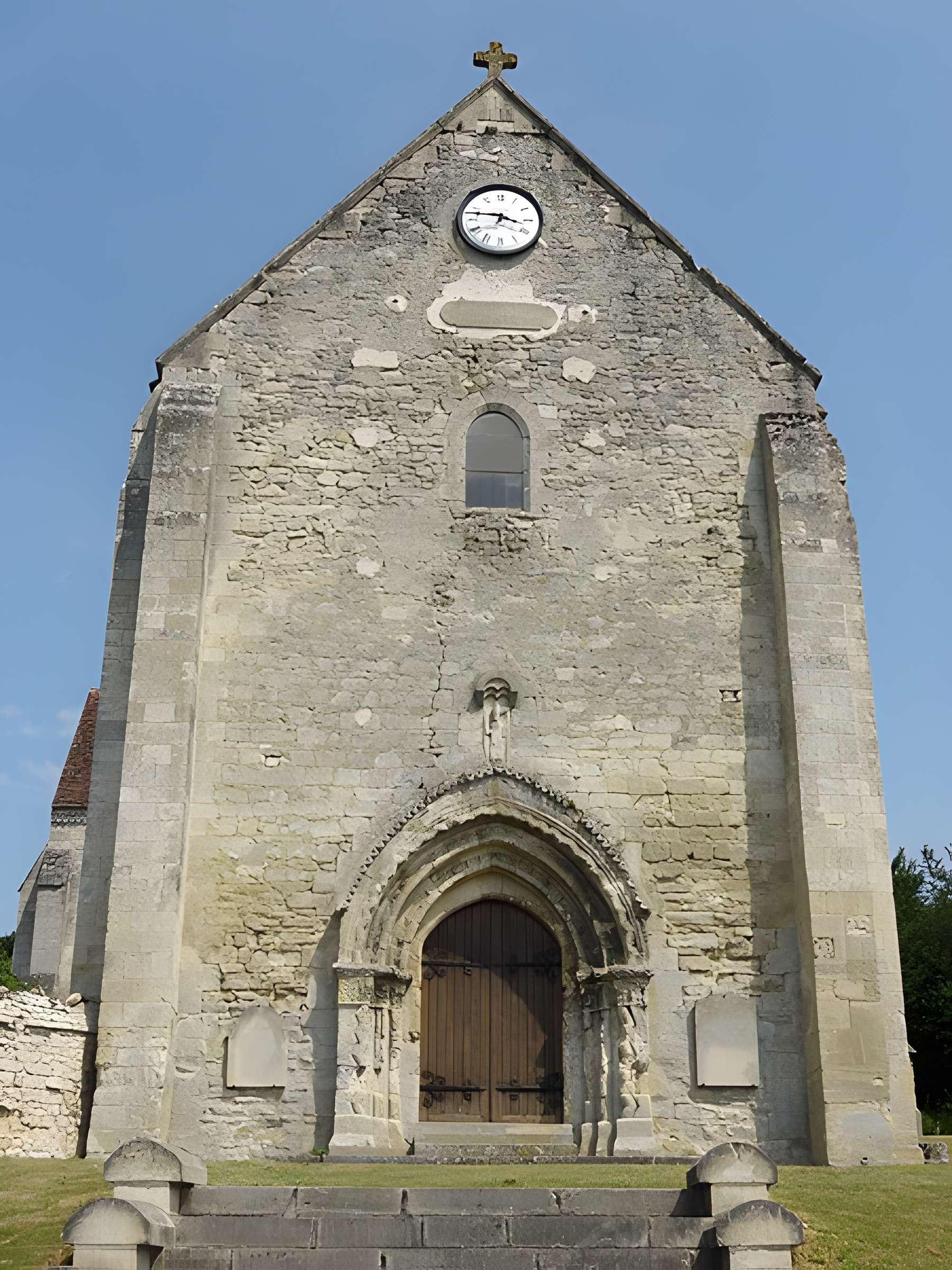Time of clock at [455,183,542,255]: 3:46
